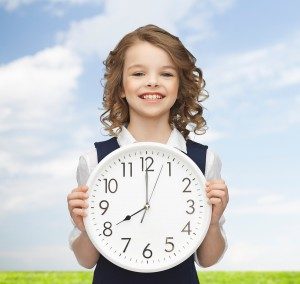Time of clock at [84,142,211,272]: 7:59
